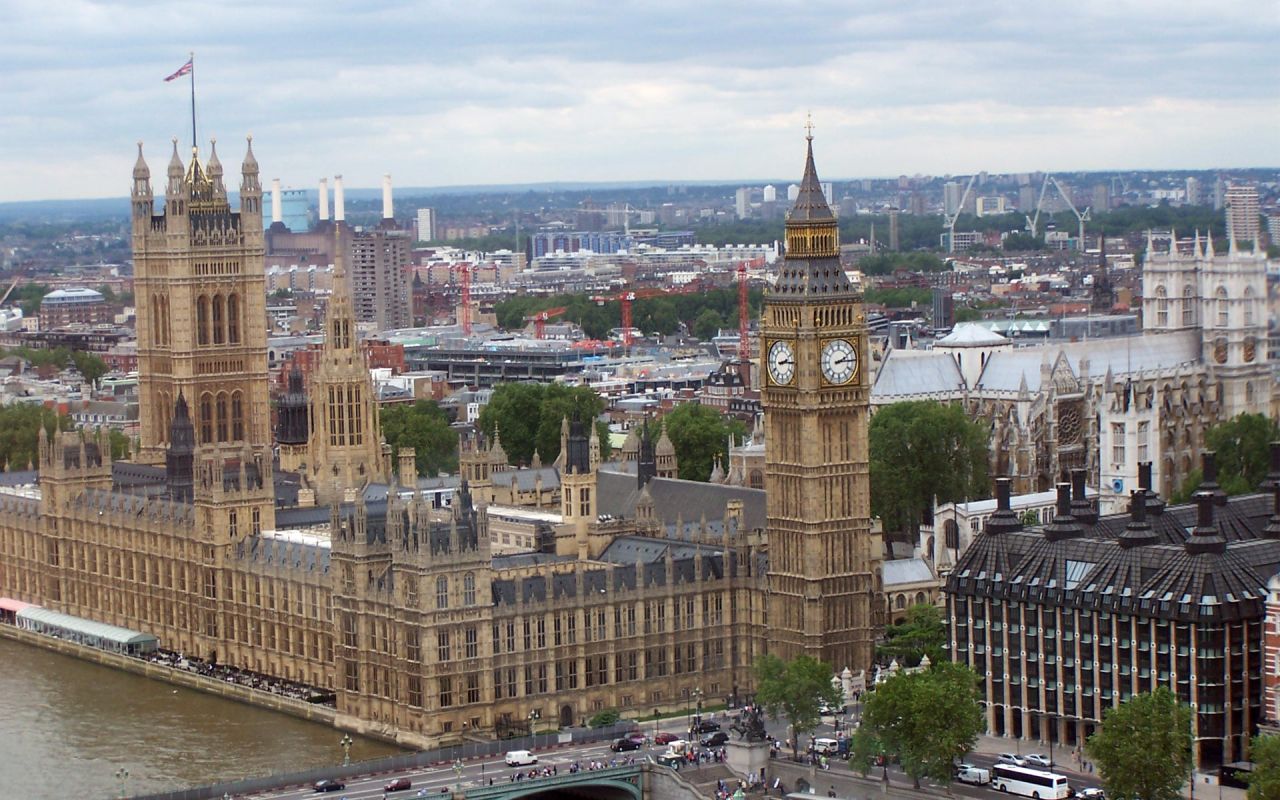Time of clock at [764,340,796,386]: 2:14
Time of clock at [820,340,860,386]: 2:14
